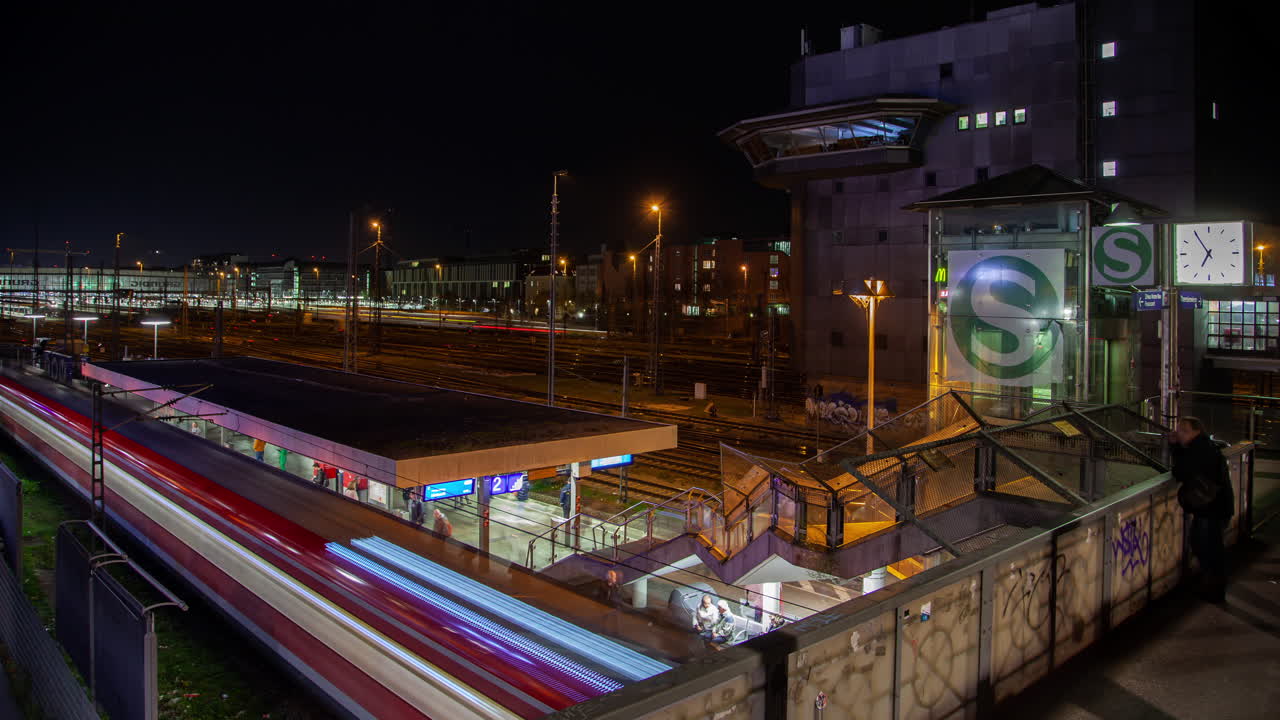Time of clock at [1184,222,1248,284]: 6:54
